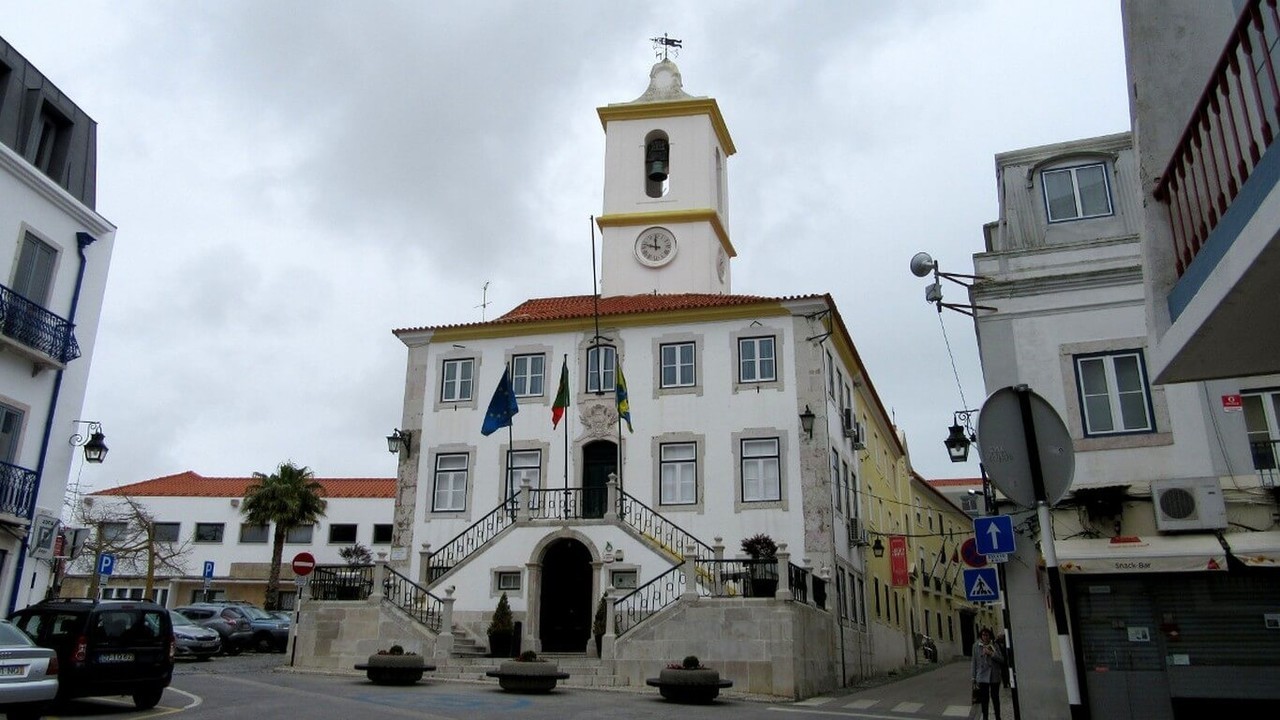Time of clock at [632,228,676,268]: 11:47
